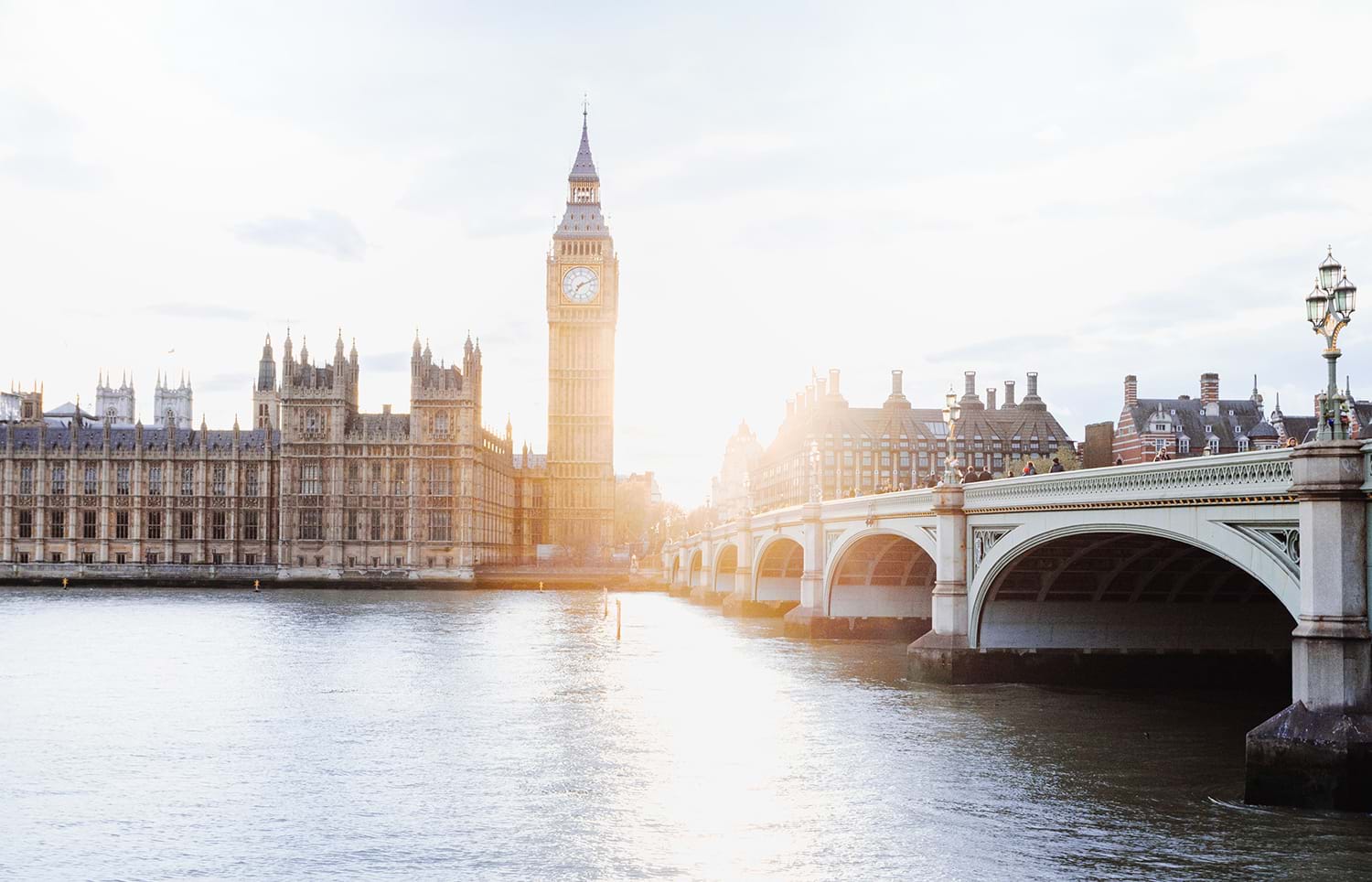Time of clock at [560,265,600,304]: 7:11
